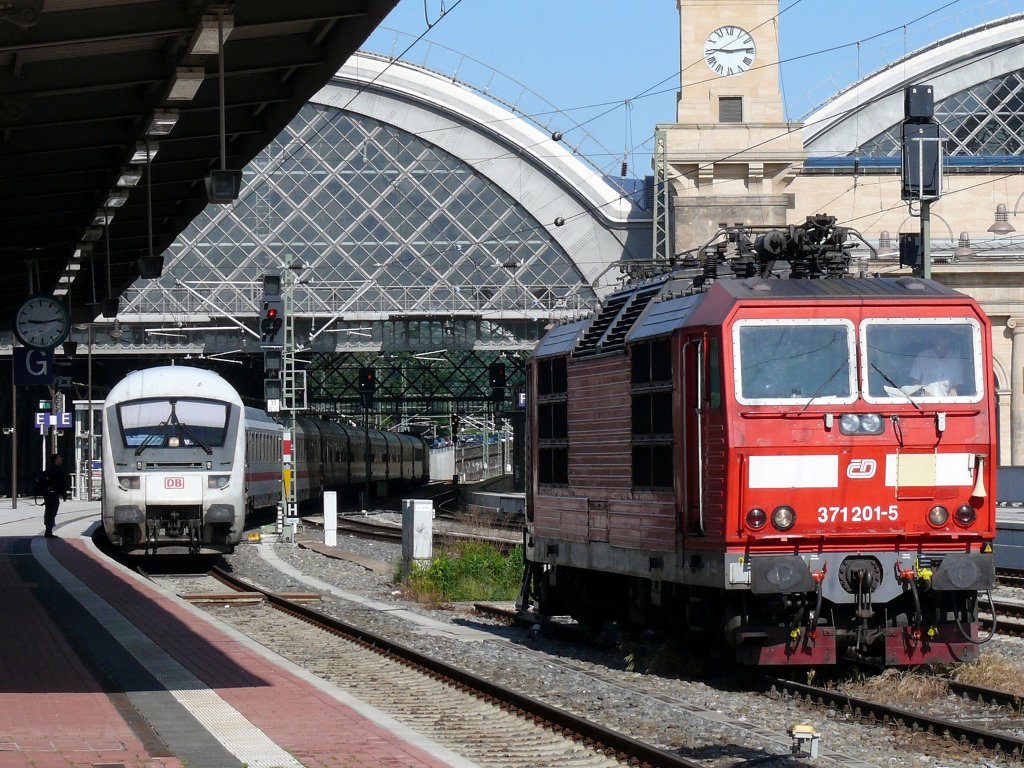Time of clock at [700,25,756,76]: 9:13
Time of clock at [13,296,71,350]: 9:13
